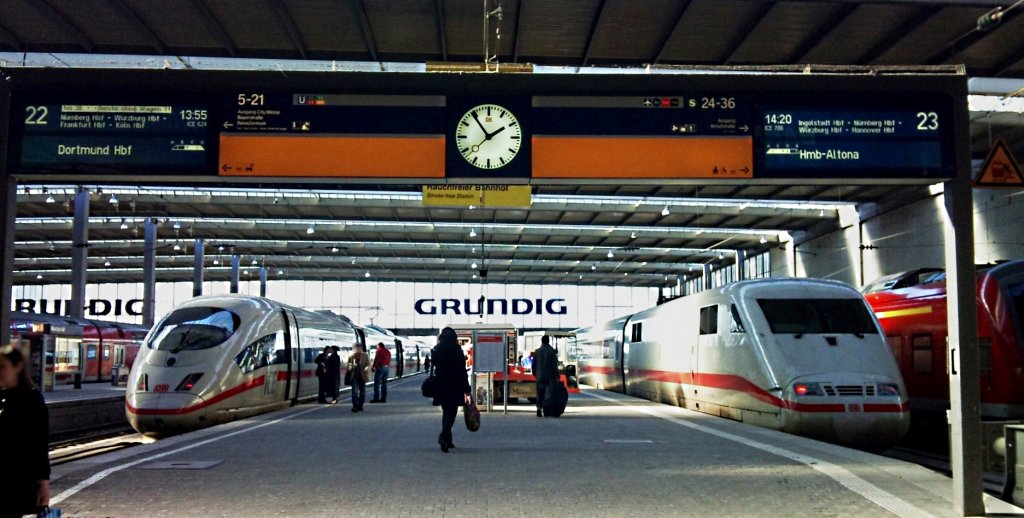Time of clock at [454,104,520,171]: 1:54
